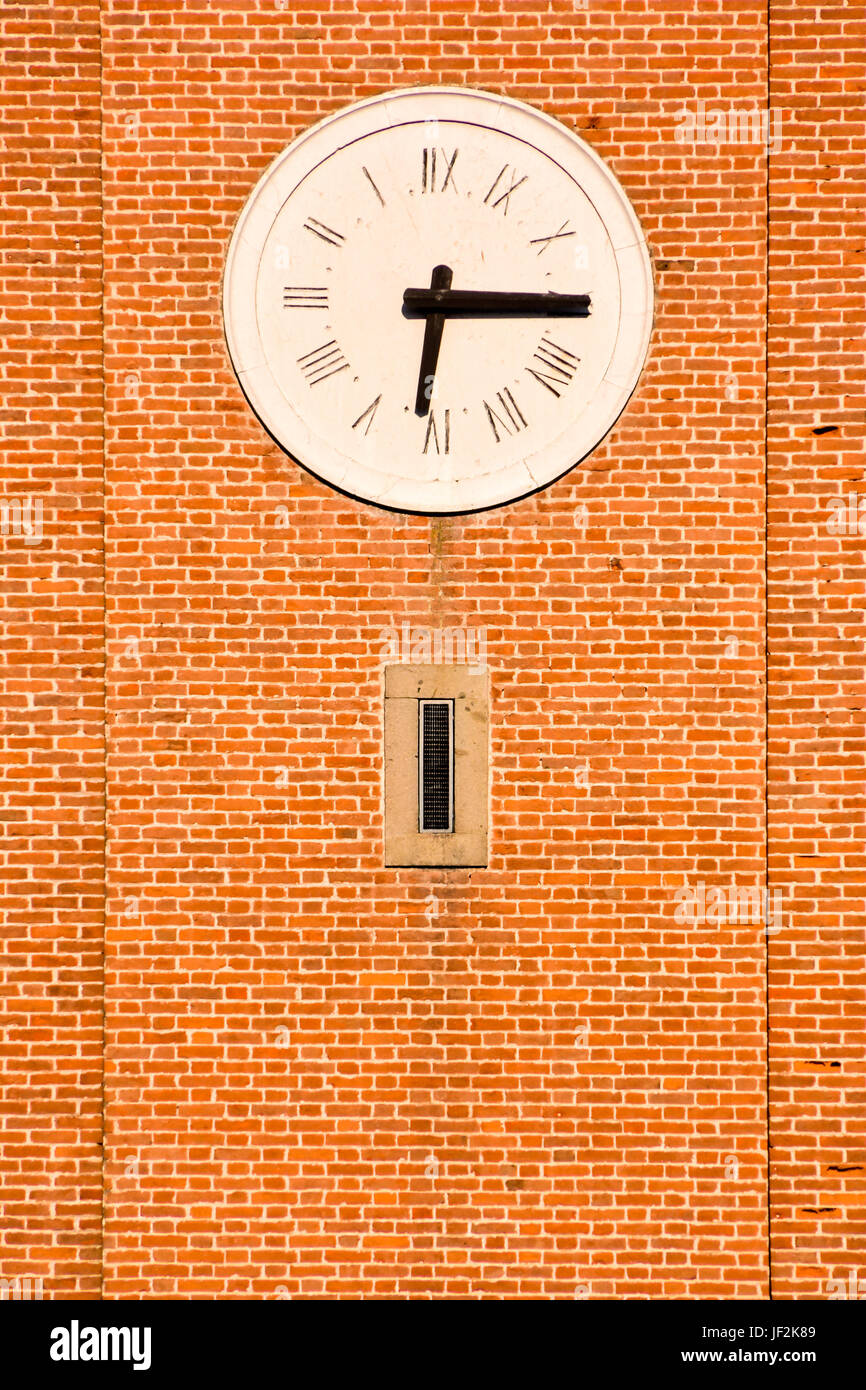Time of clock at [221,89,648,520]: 6:15
